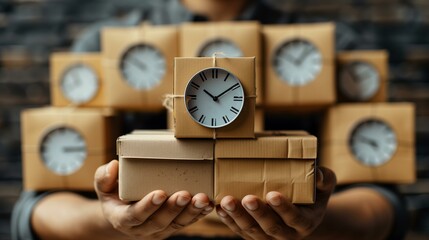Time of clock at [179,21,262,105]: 10:09
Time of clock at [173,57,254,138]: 10:09
